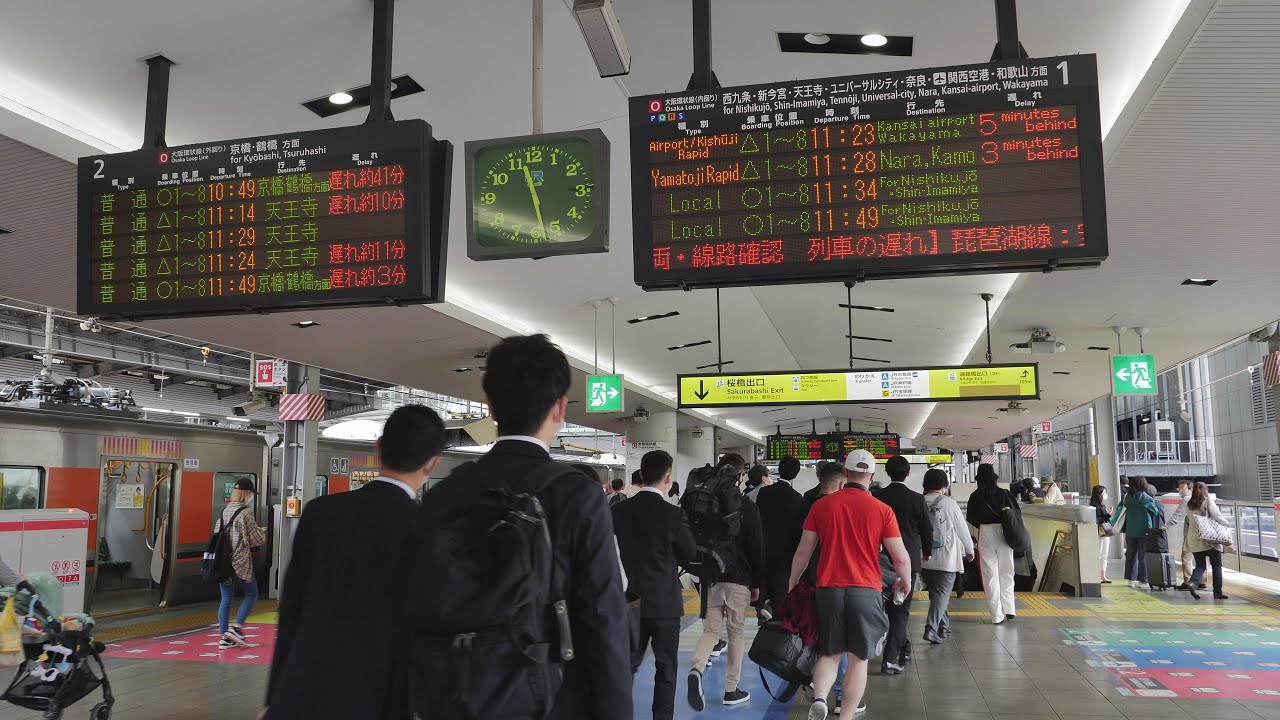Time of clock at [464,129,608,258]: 11:28
